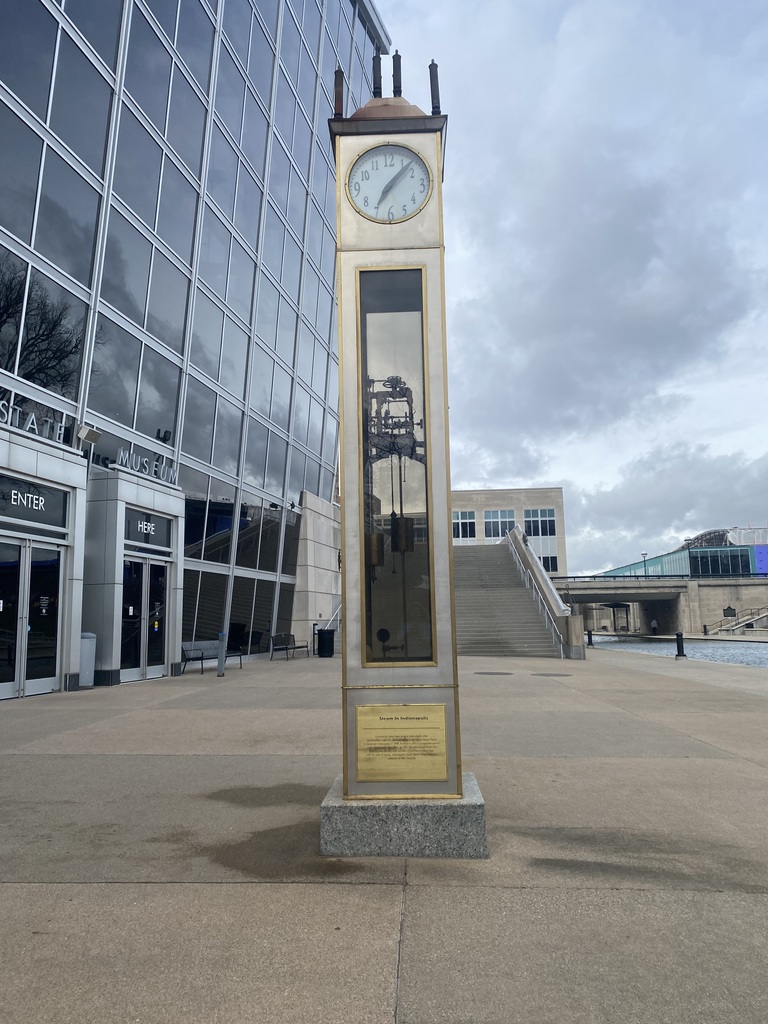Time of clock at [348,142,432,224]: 7:07
